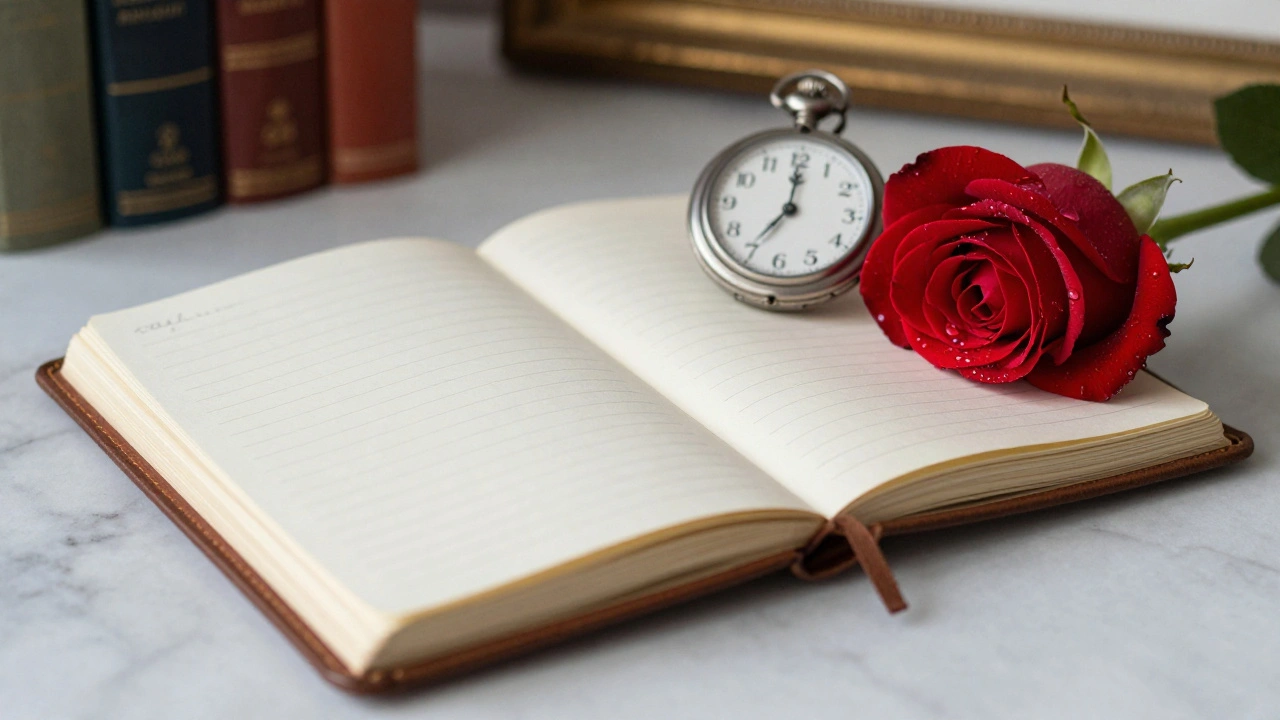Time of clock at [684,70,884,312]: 7:00
